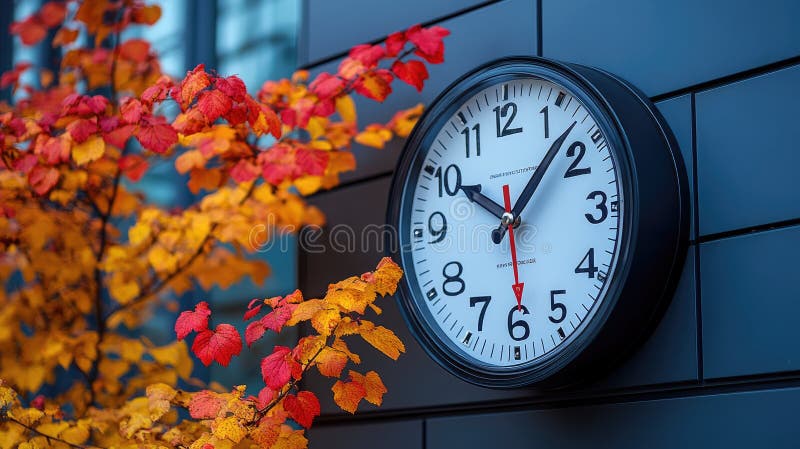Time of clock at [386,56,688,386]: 10:07
